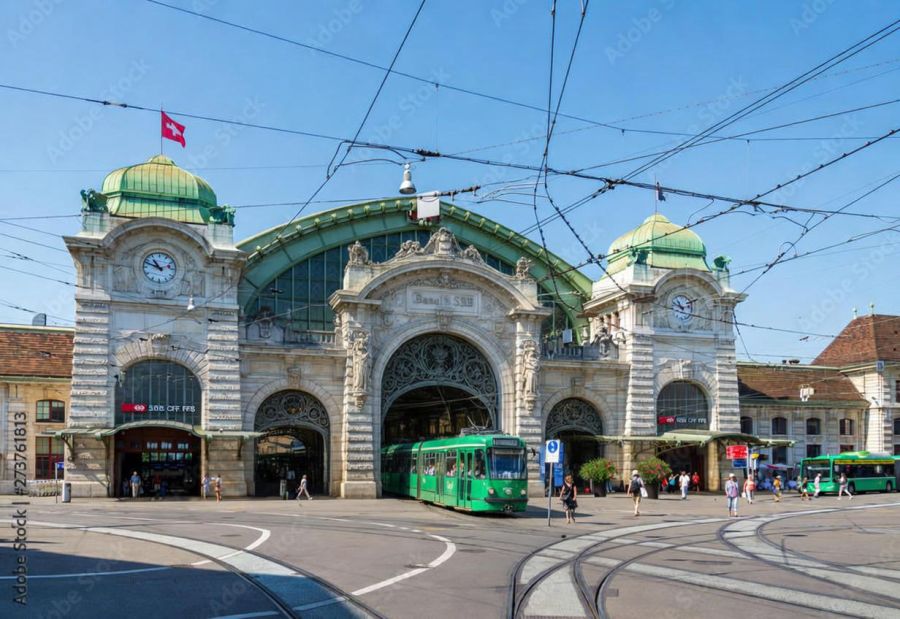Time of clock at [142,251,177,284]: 10:48
